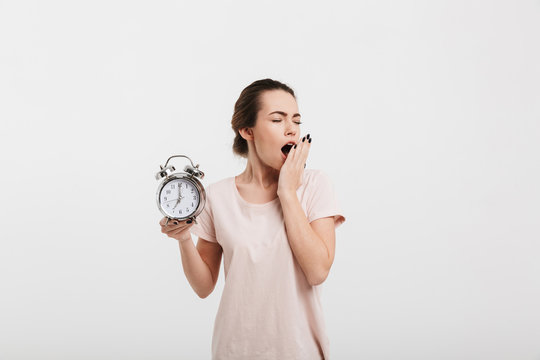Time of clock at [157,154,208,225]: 7:00
